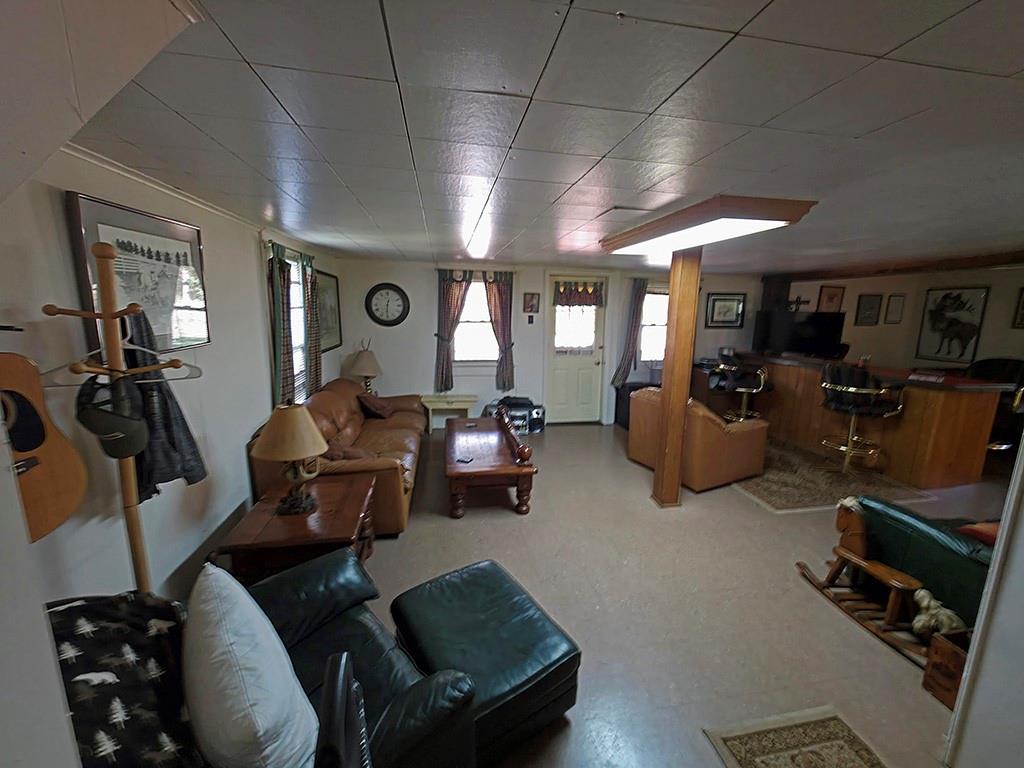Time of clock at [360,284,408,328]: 12:30
